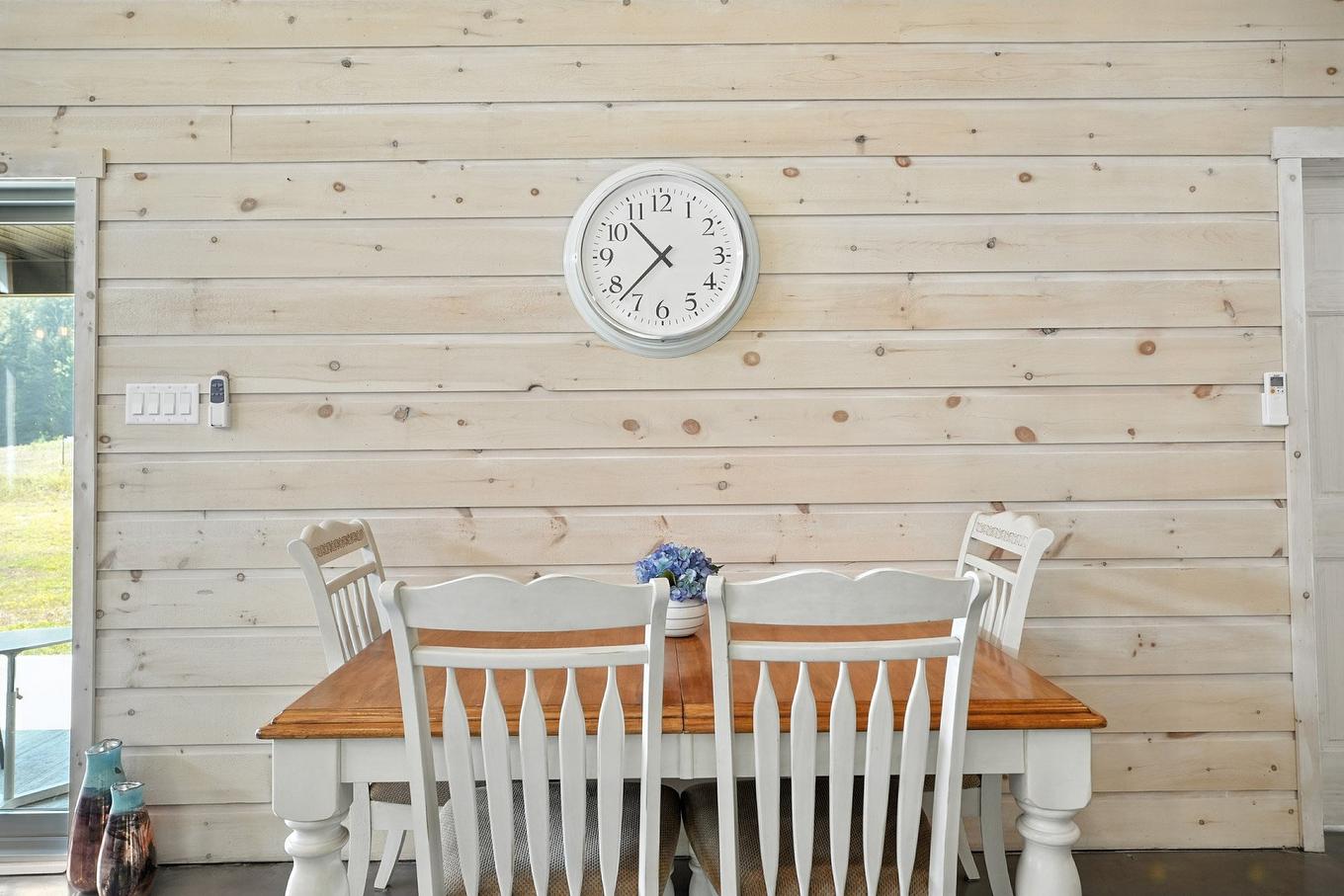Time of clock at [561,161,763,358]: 10:37
